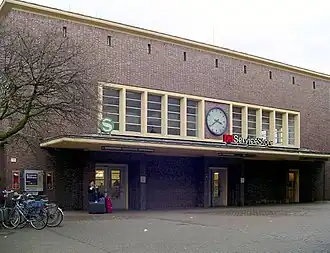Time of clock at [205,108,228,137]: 3:39
